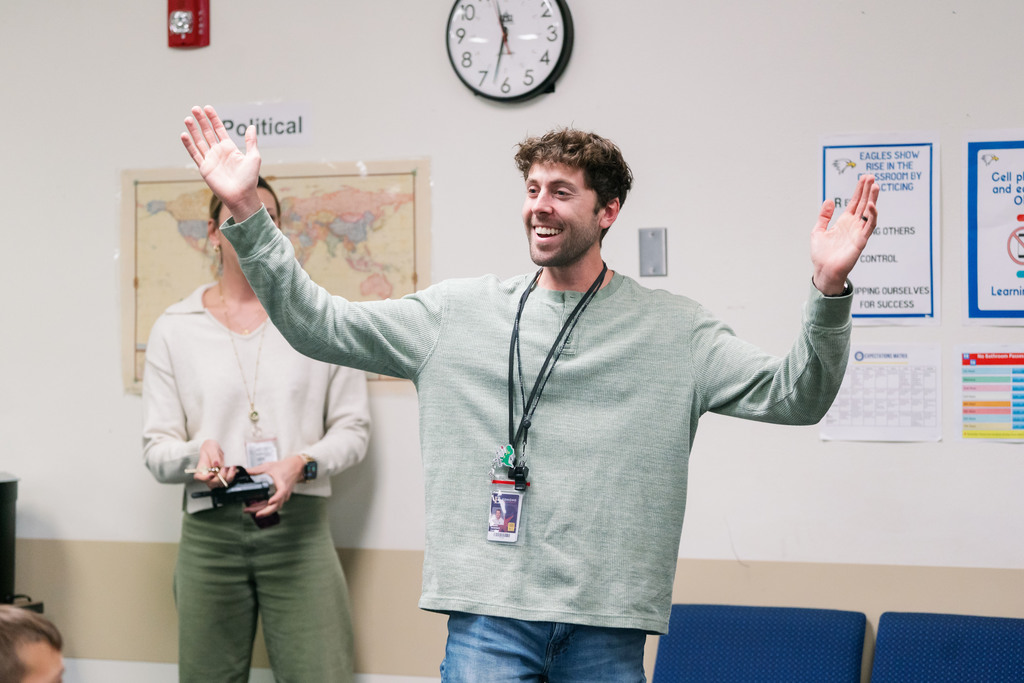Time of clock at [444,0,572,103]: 11:32
